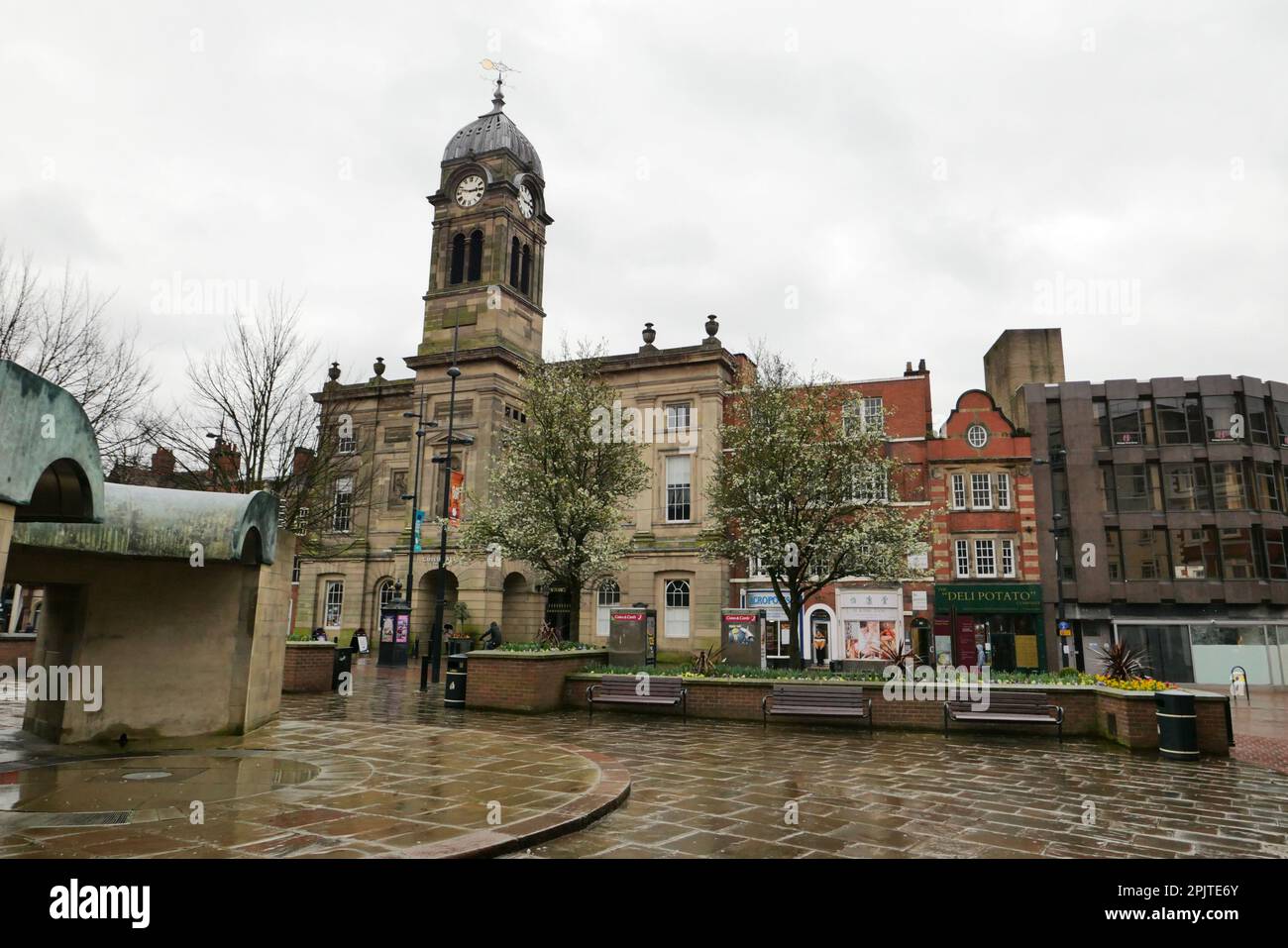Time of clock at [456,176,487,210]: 2:47
